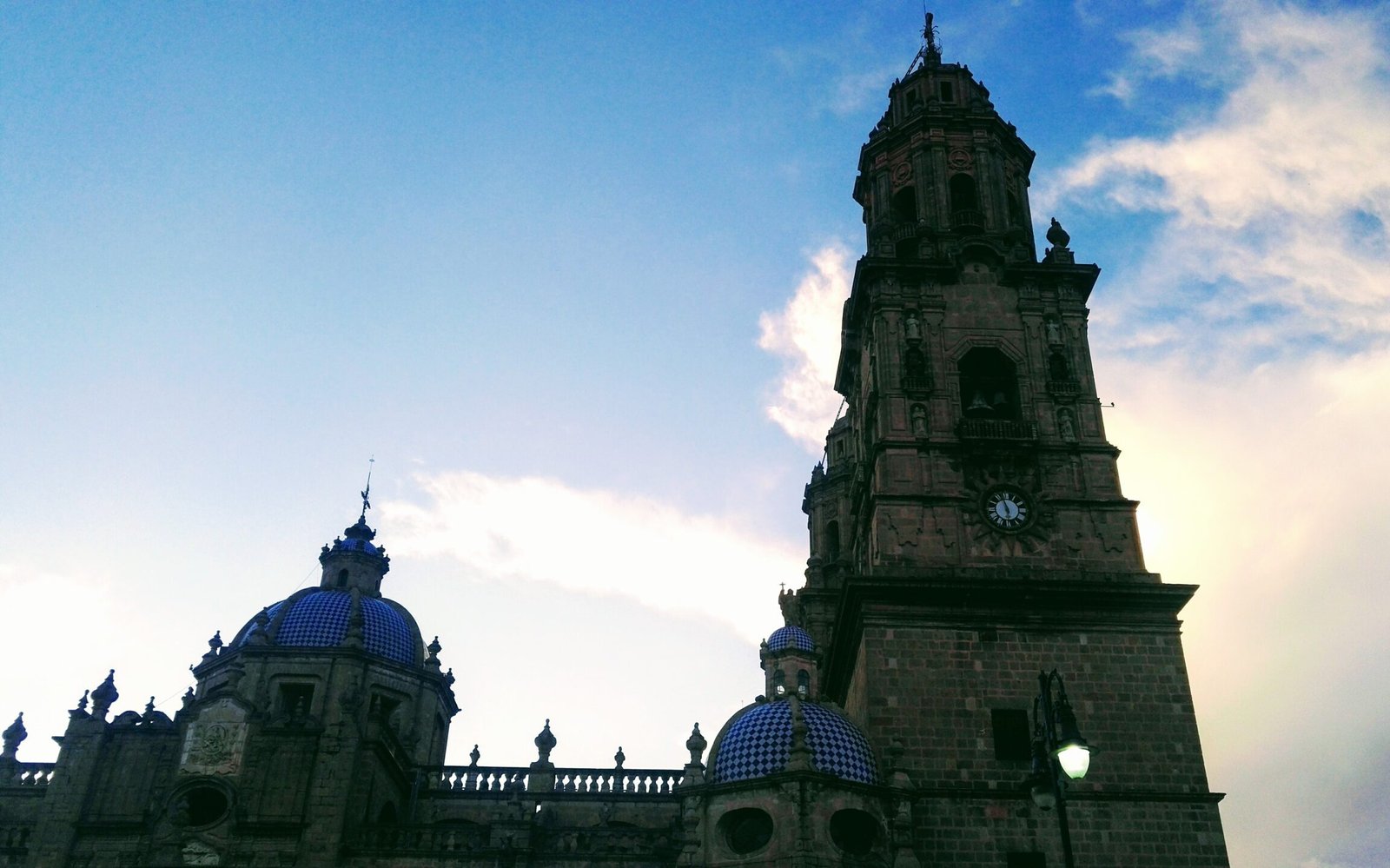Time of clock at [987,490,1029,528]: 5:57
